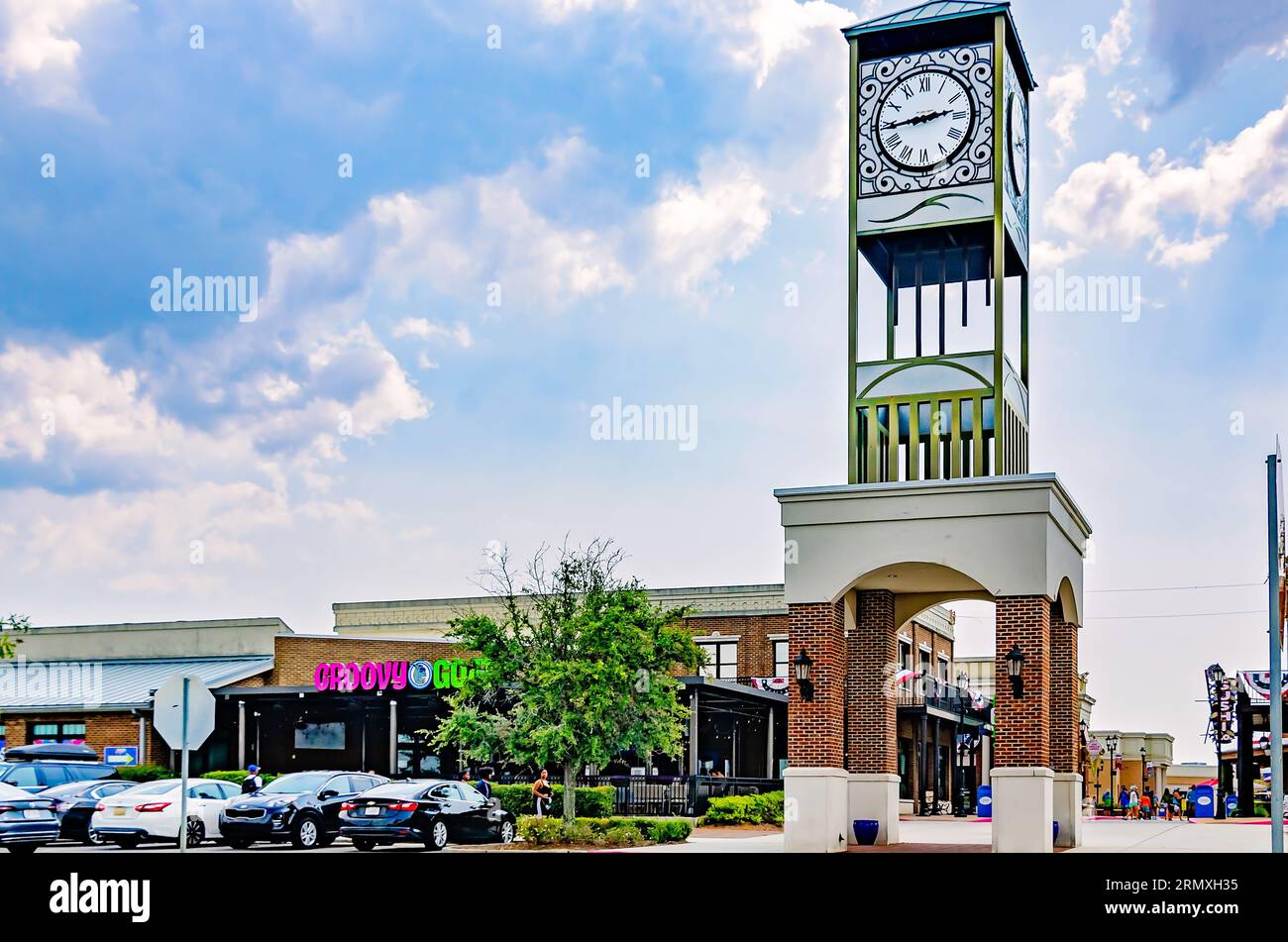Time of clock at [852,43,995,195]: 2:44
